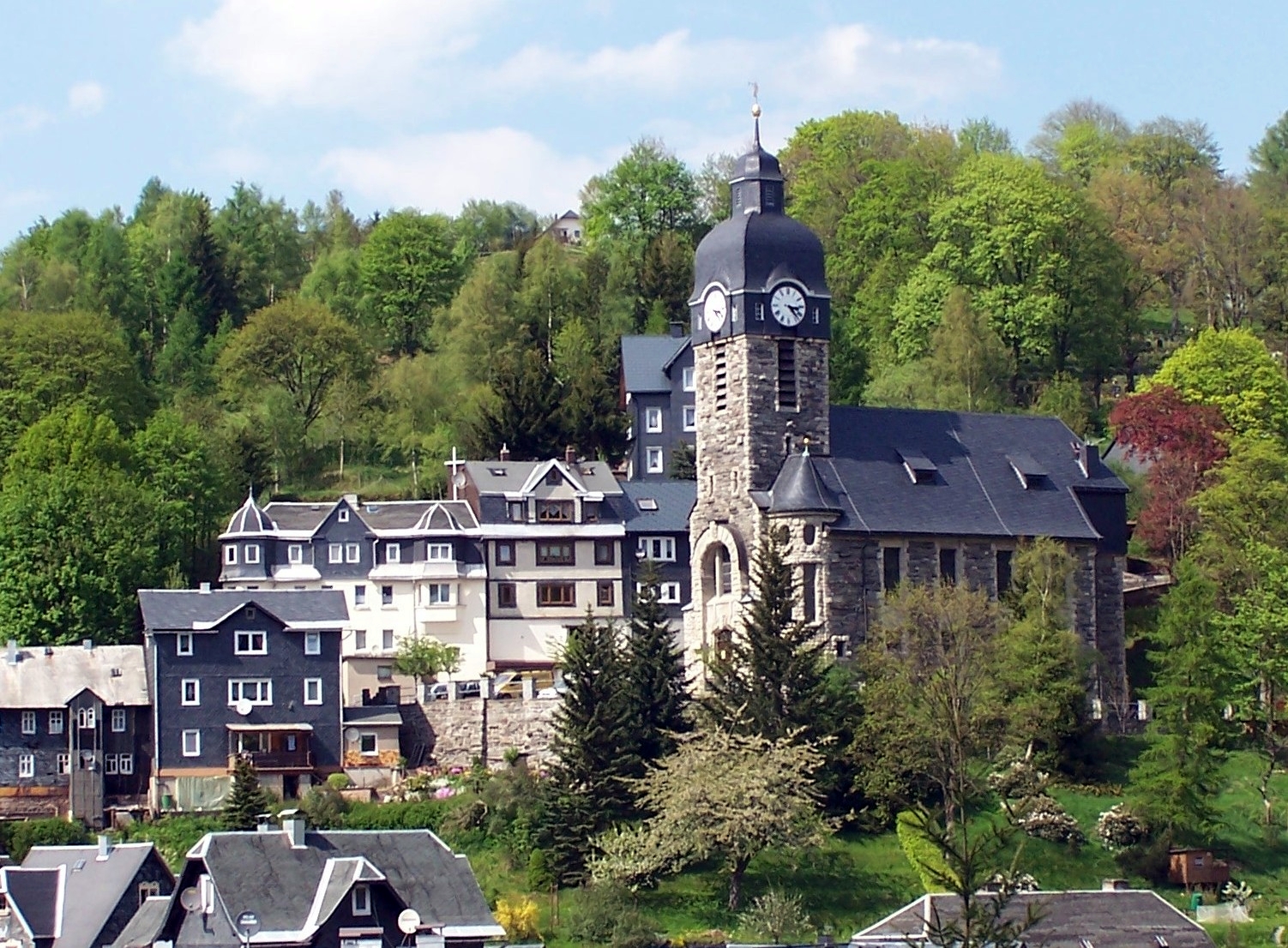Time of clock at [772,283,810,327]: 3:22
